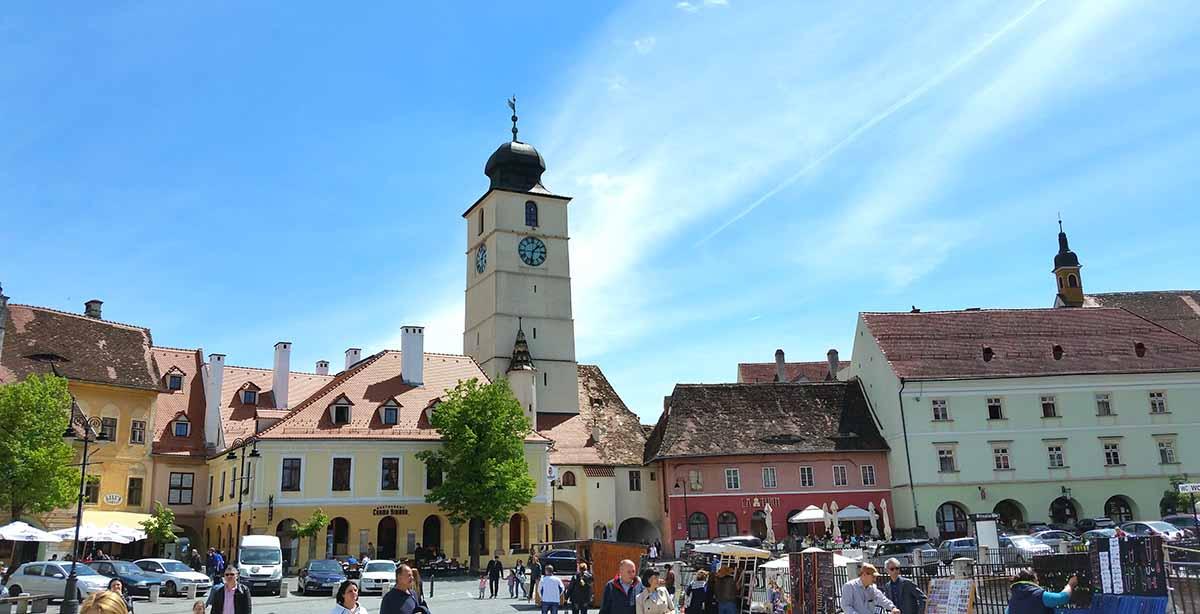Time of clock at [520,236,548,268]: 1:32
